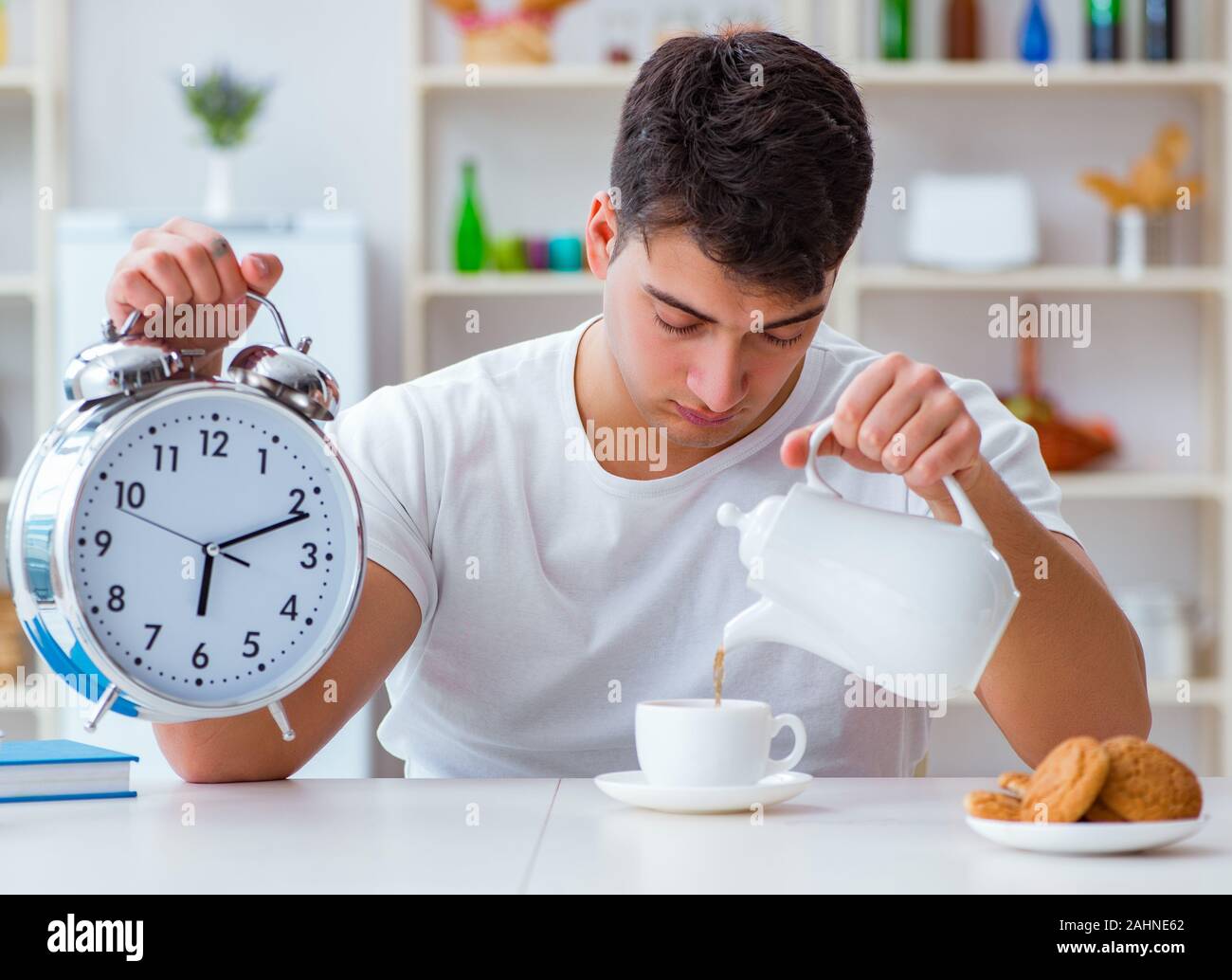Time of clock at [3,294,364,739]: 6:11
